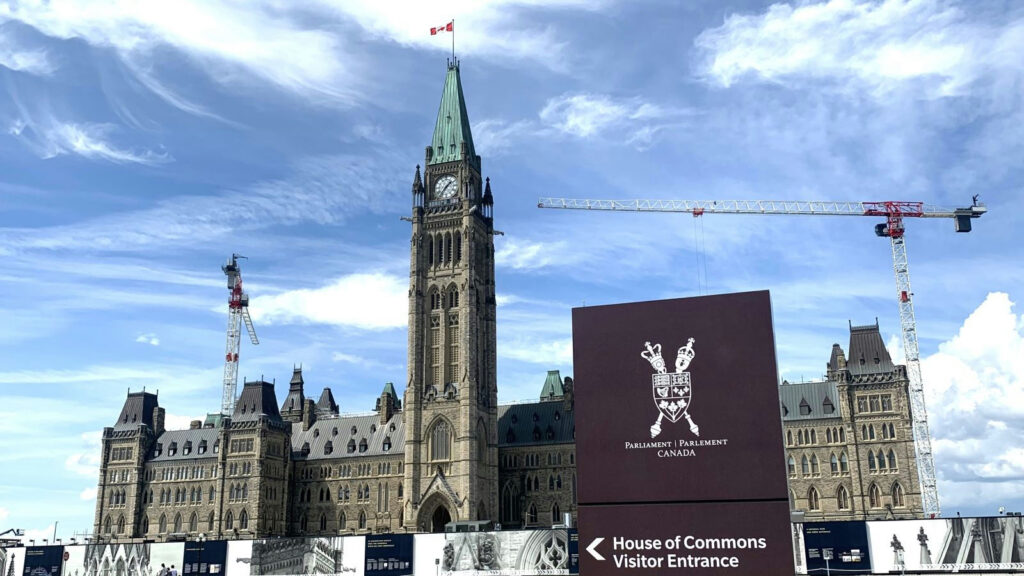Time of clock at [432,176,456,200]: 1:36
